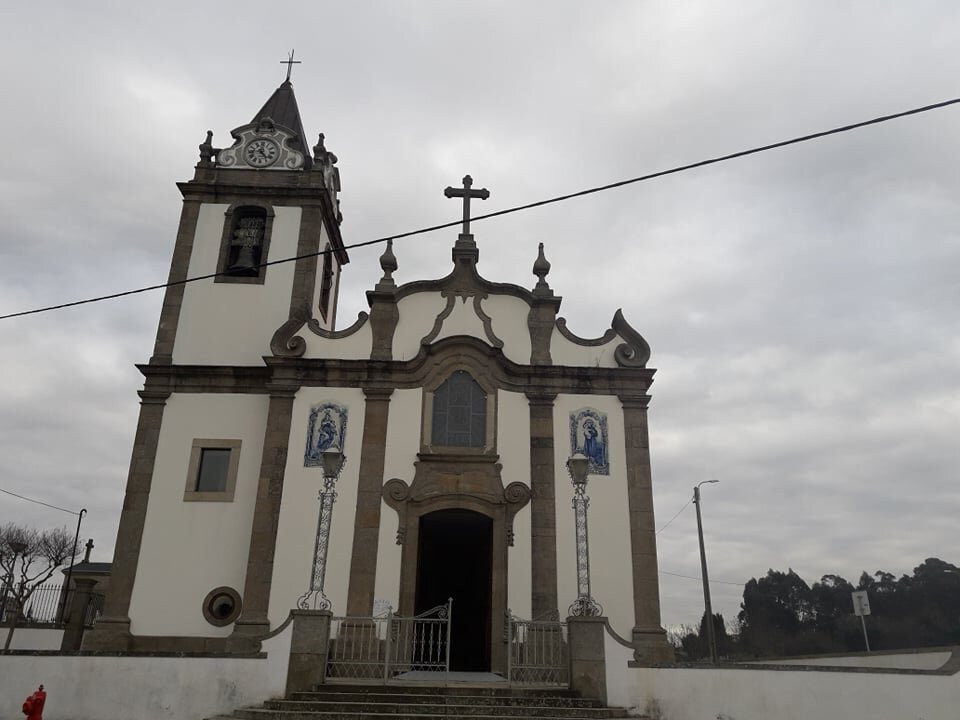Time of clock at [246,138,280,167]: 12:23
